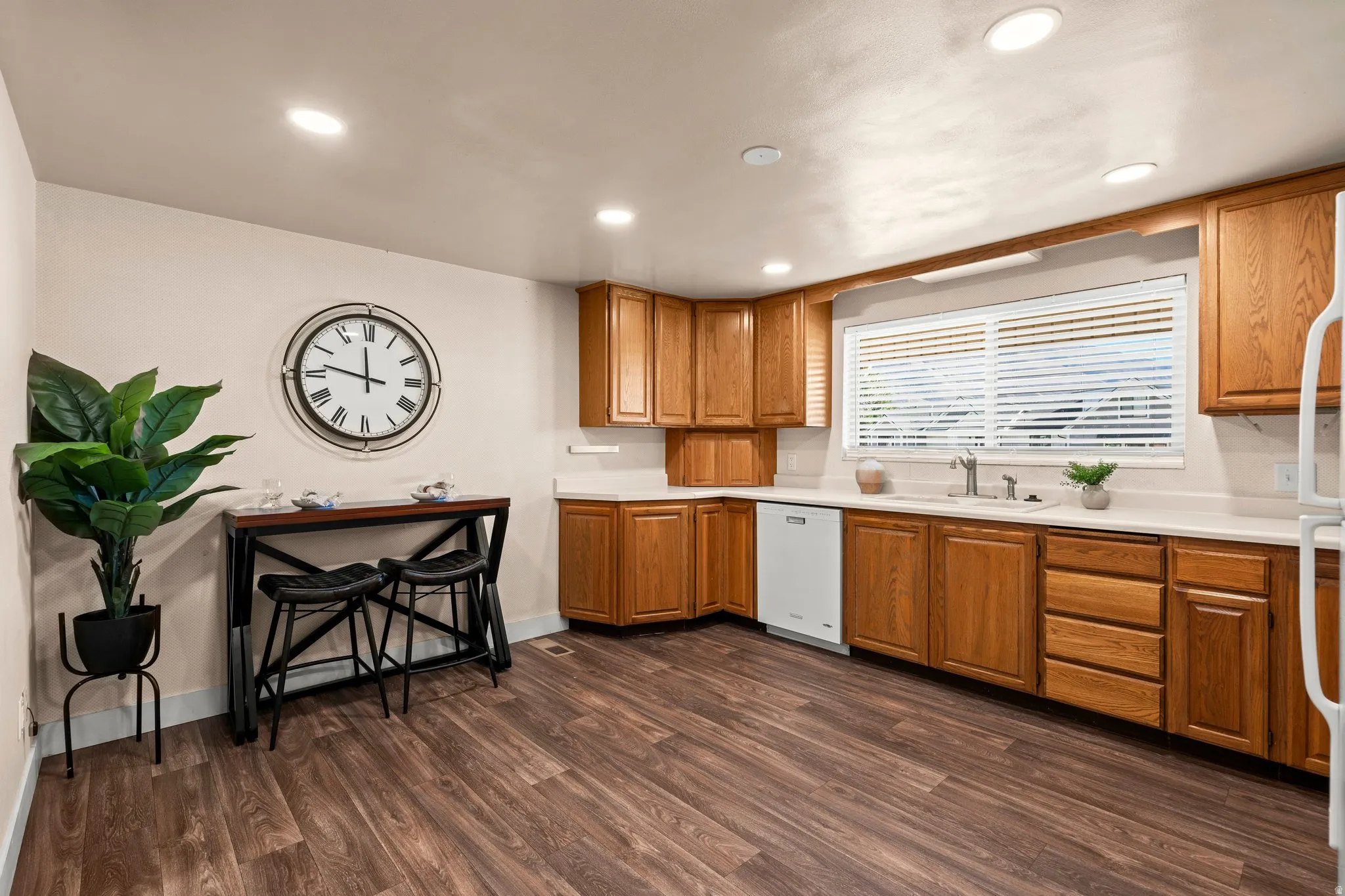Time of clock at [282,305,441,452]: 11:46
